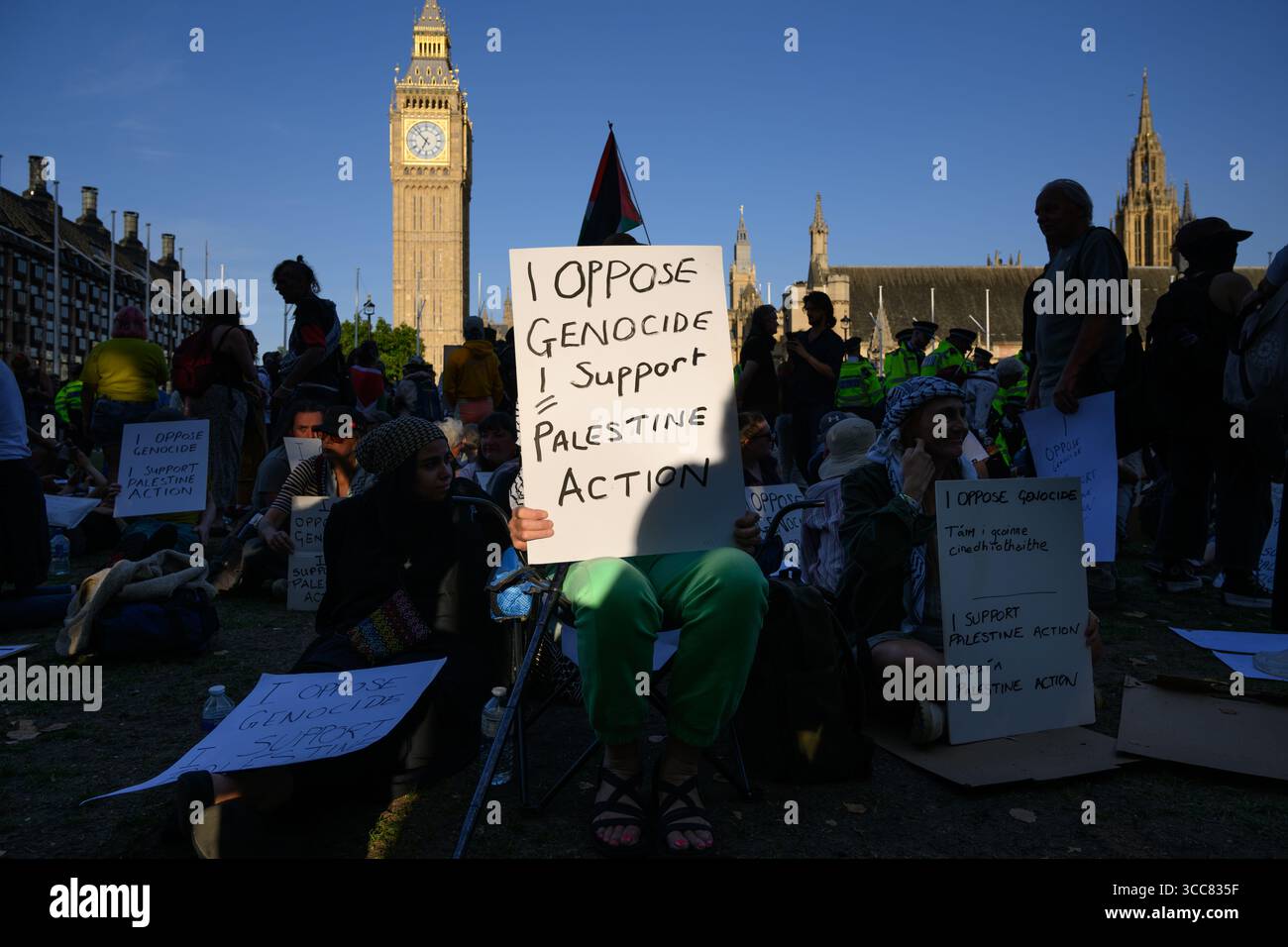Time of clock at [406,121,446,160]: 6:52
